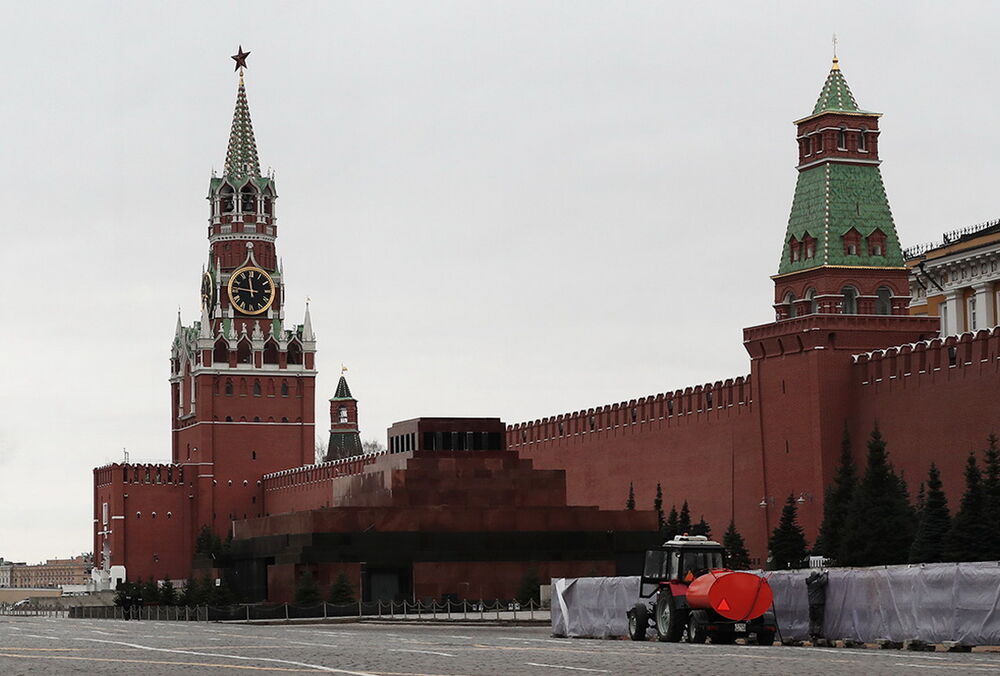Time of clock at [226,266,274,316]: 11:46
